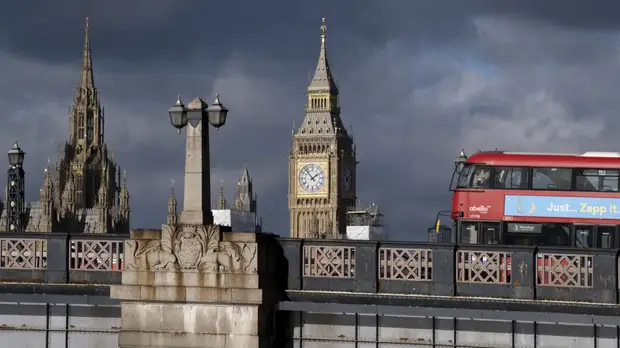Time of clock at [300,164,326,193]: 1:53
